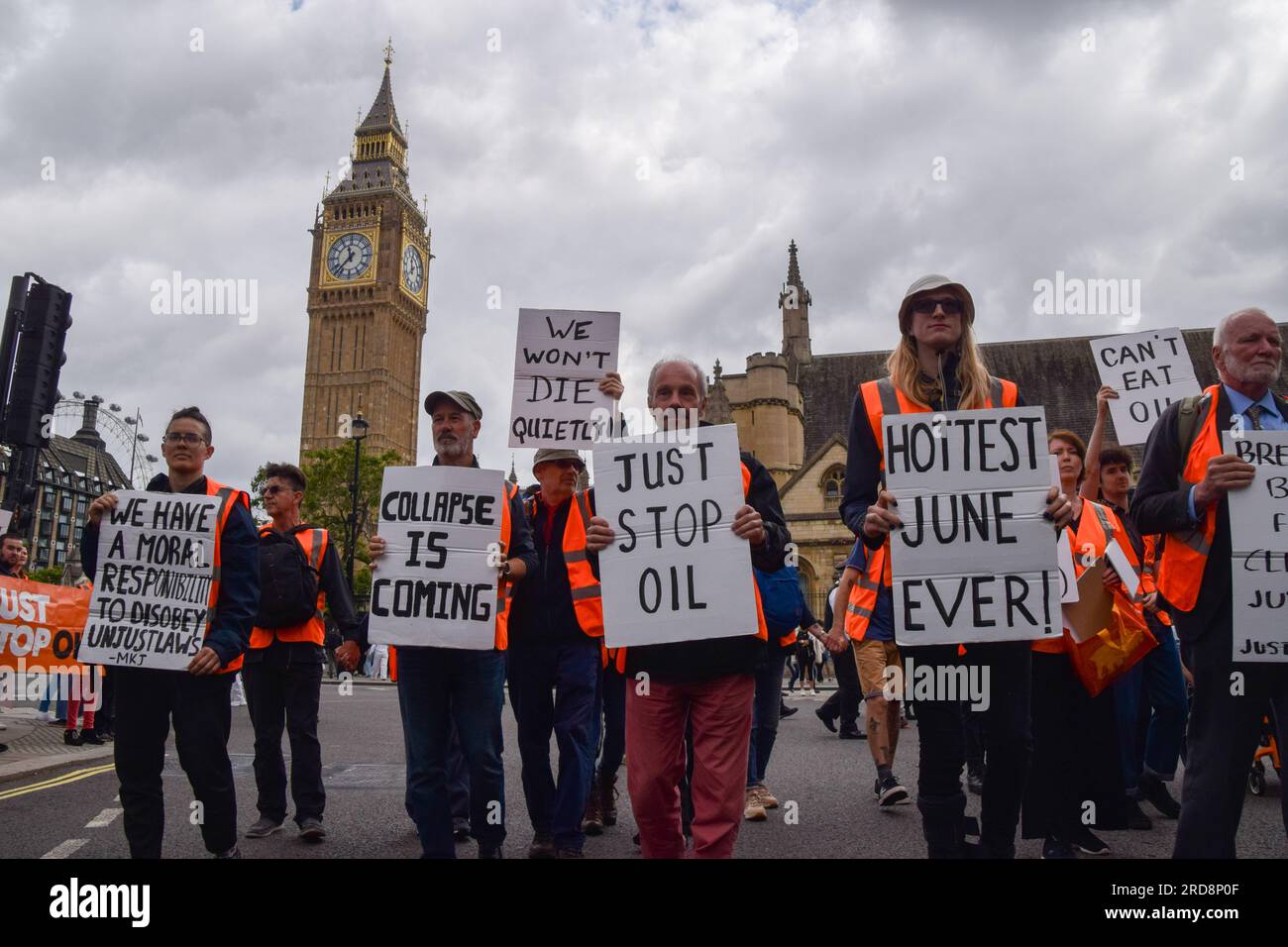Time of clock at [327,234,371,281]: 11:37
